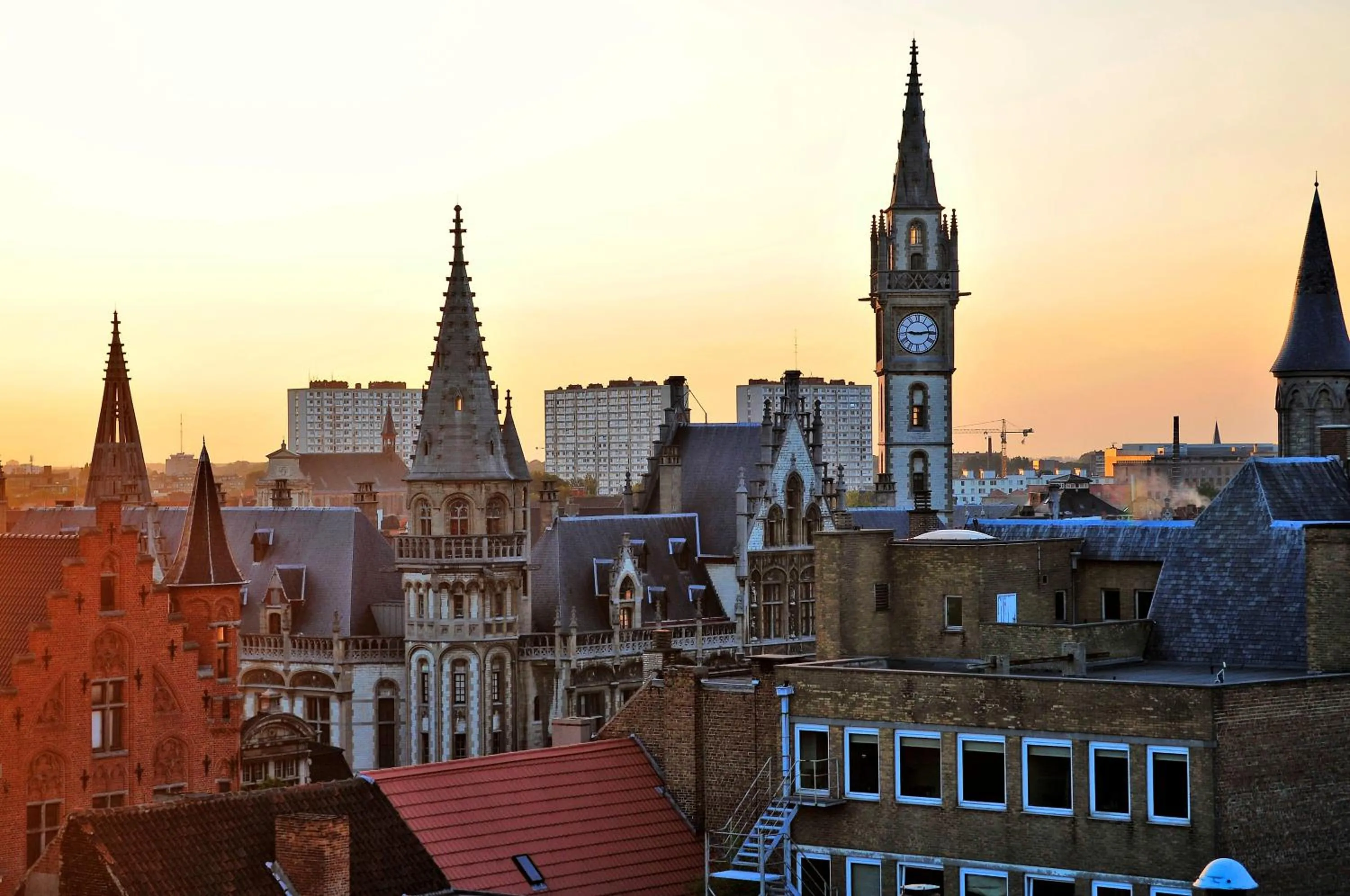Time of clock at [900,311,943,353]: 9:13
